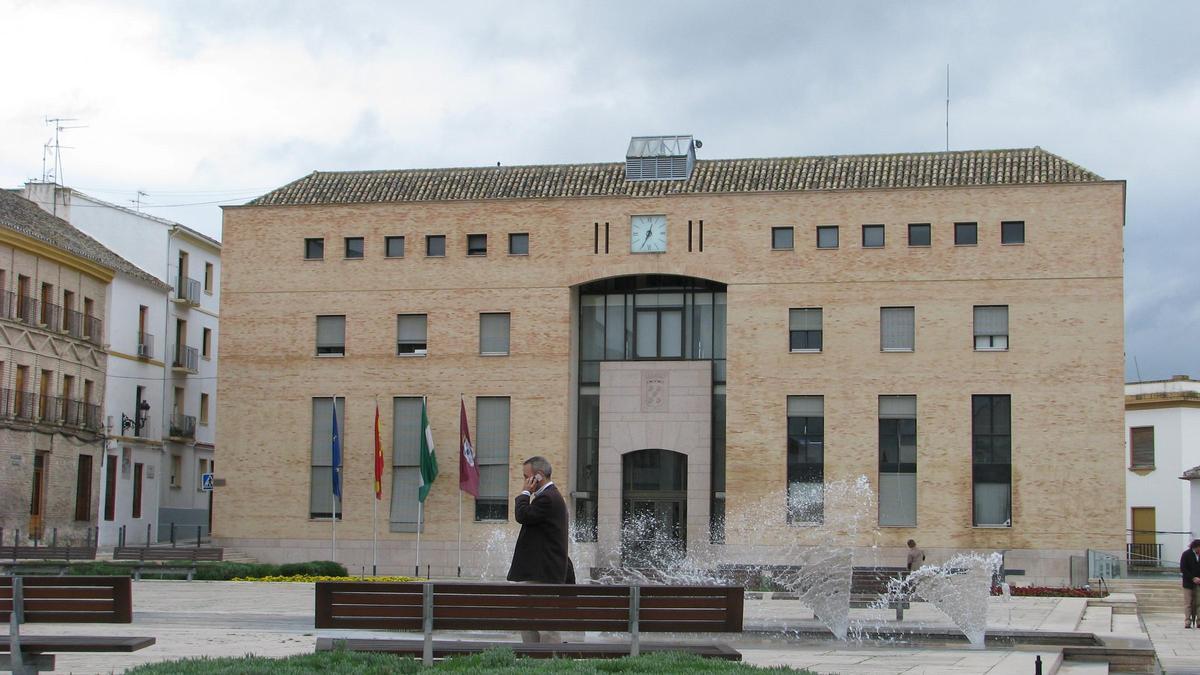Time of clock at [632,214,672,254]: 12:34
